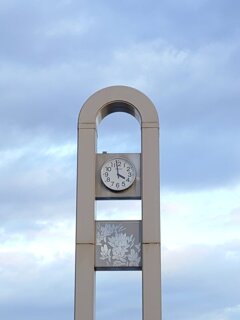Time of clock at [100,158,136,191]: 3:58
